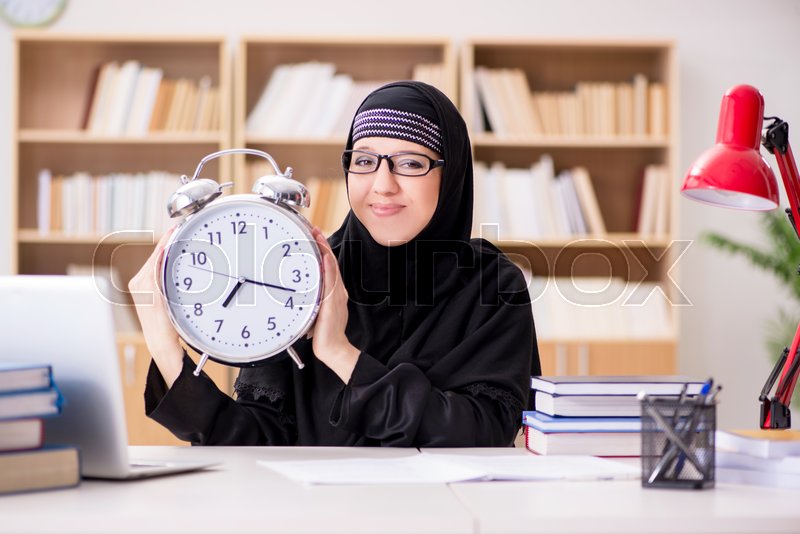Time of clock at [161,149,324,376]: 7:17
